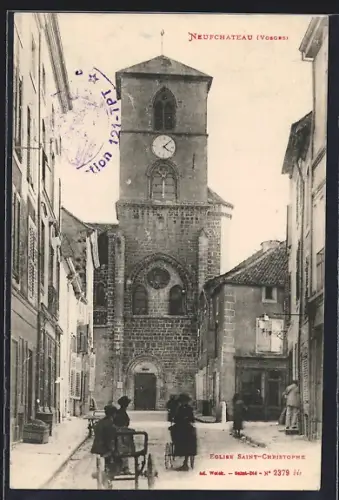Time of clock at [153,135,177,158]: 4:07
